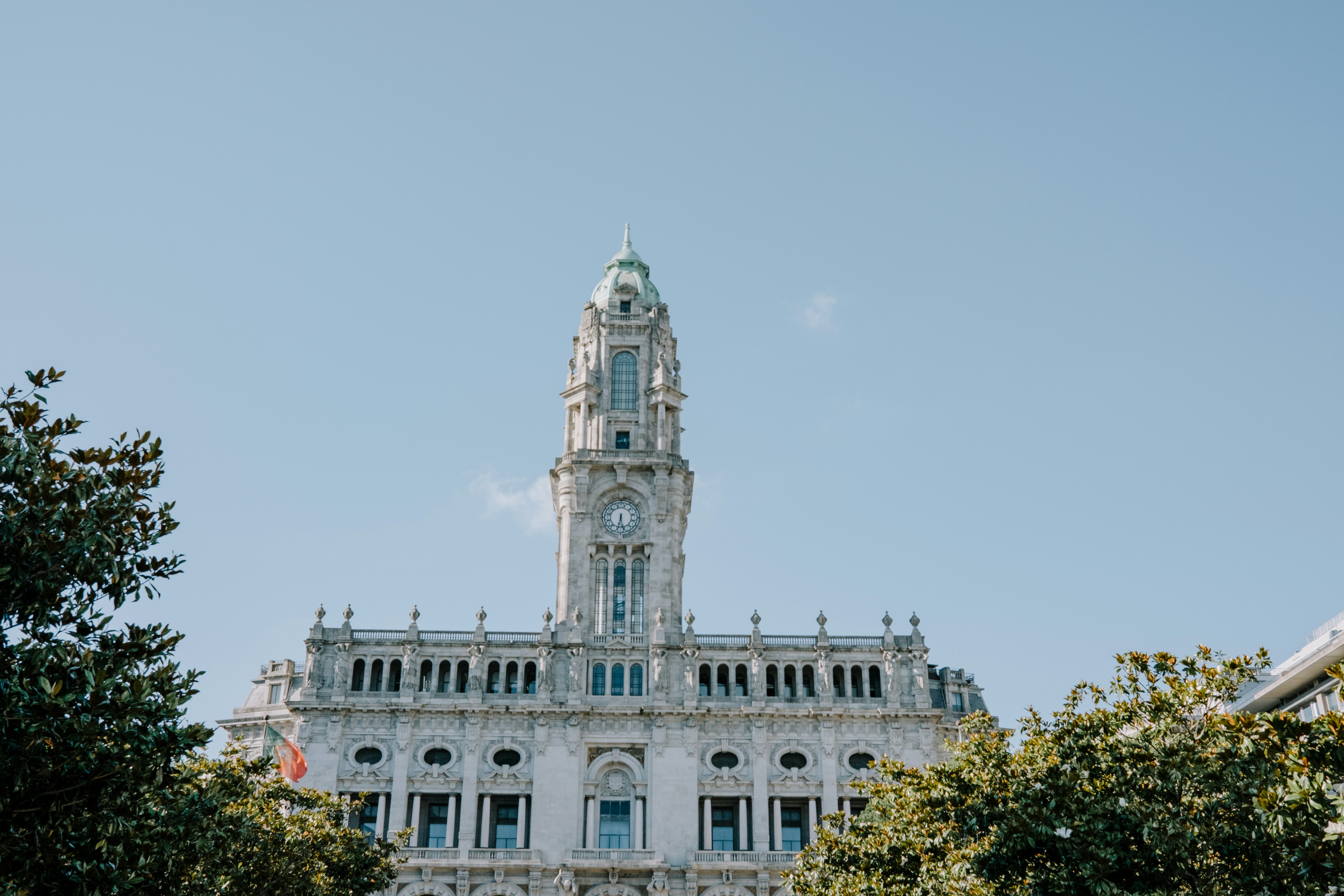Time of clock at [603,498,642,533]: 5:32
